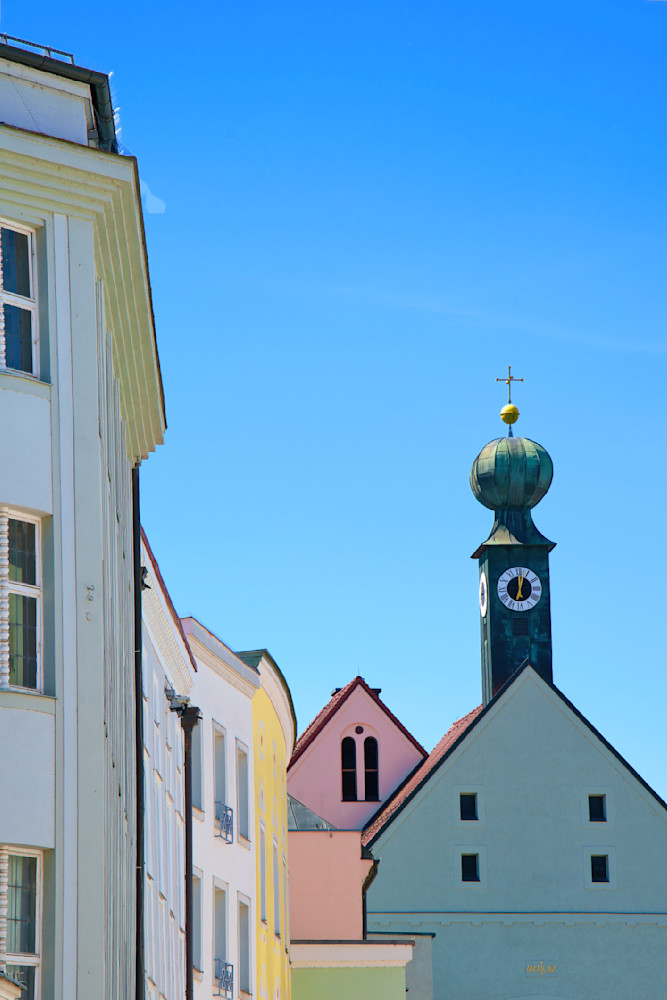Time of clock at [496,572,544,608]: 12:03
